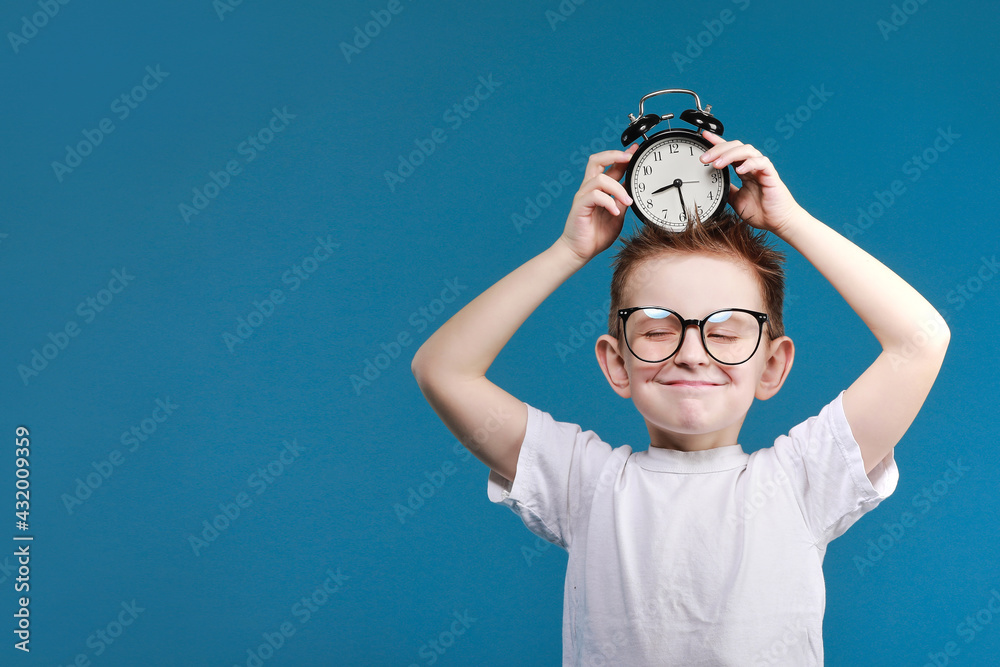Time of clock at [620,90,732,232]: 8:28
